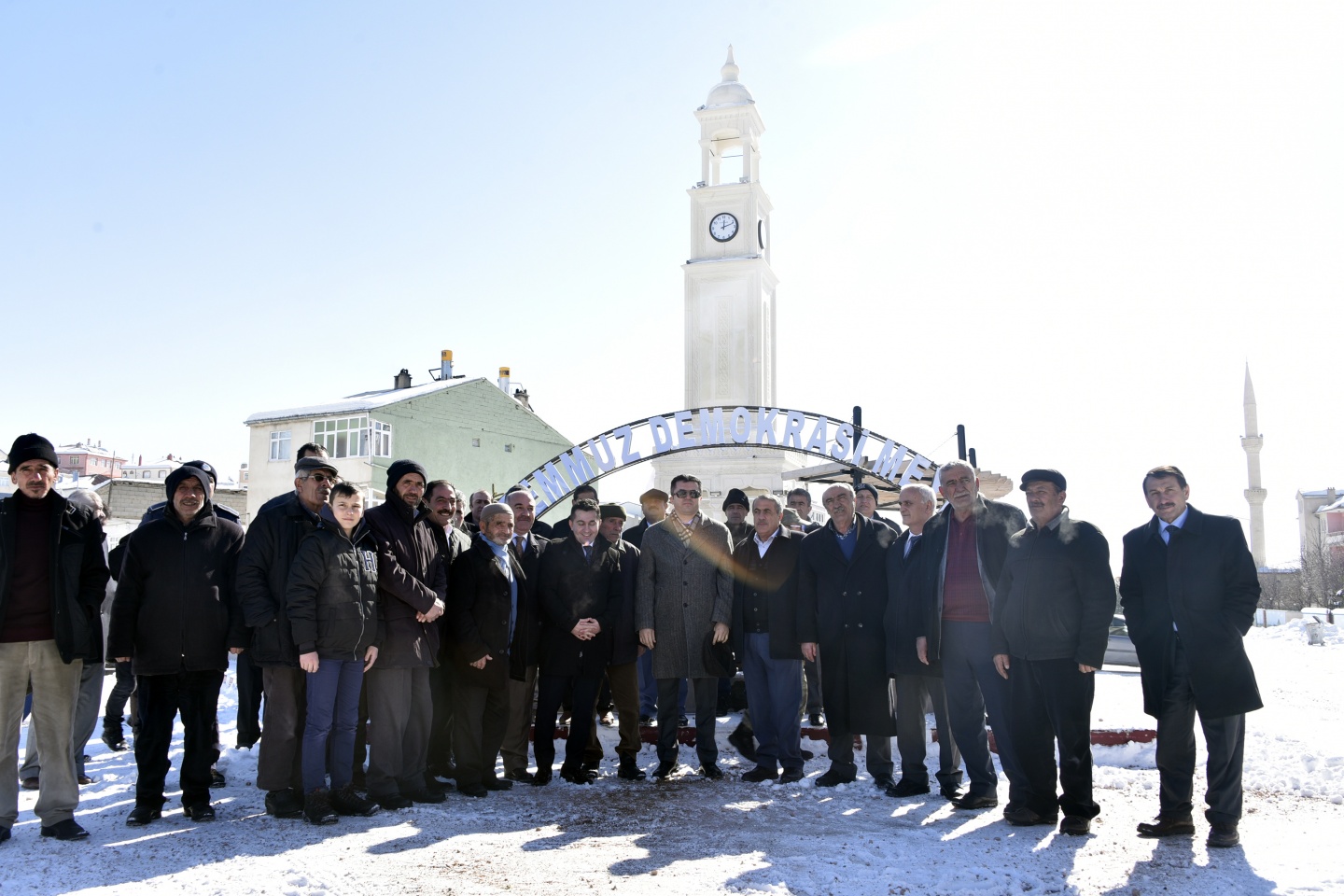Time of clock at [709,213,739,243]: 12:11
